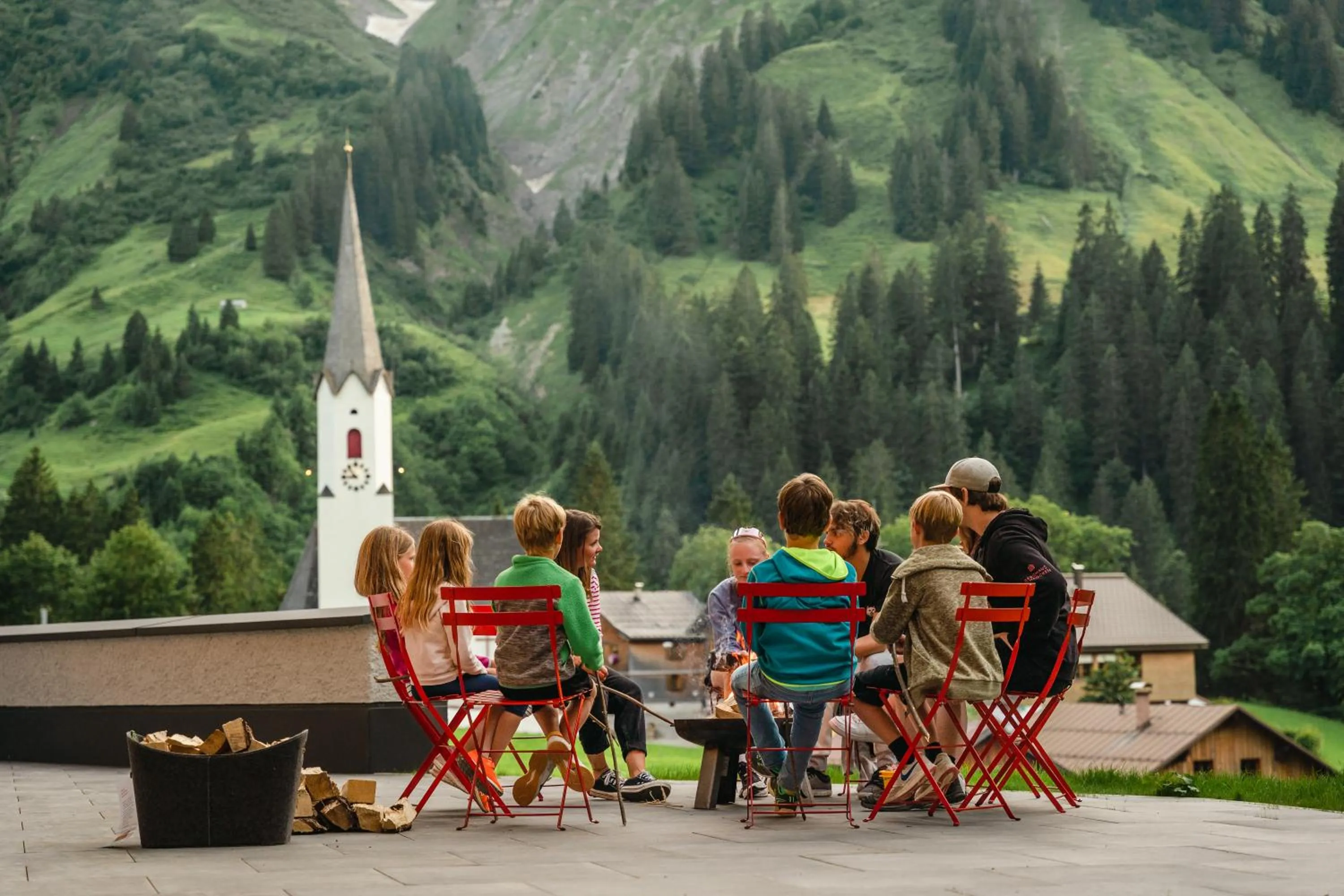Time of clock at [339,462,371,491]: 10:45
